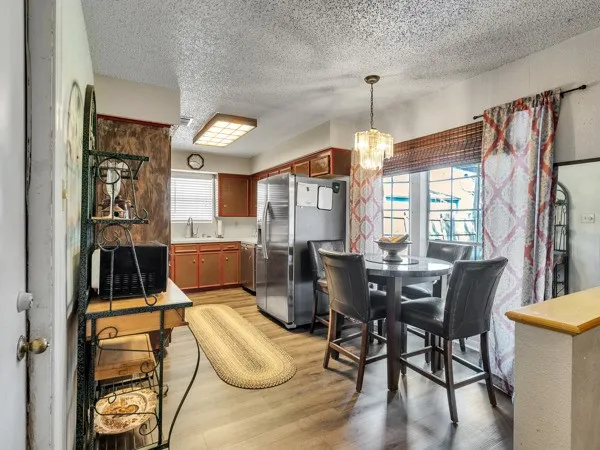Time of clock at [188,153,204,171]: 9:20
